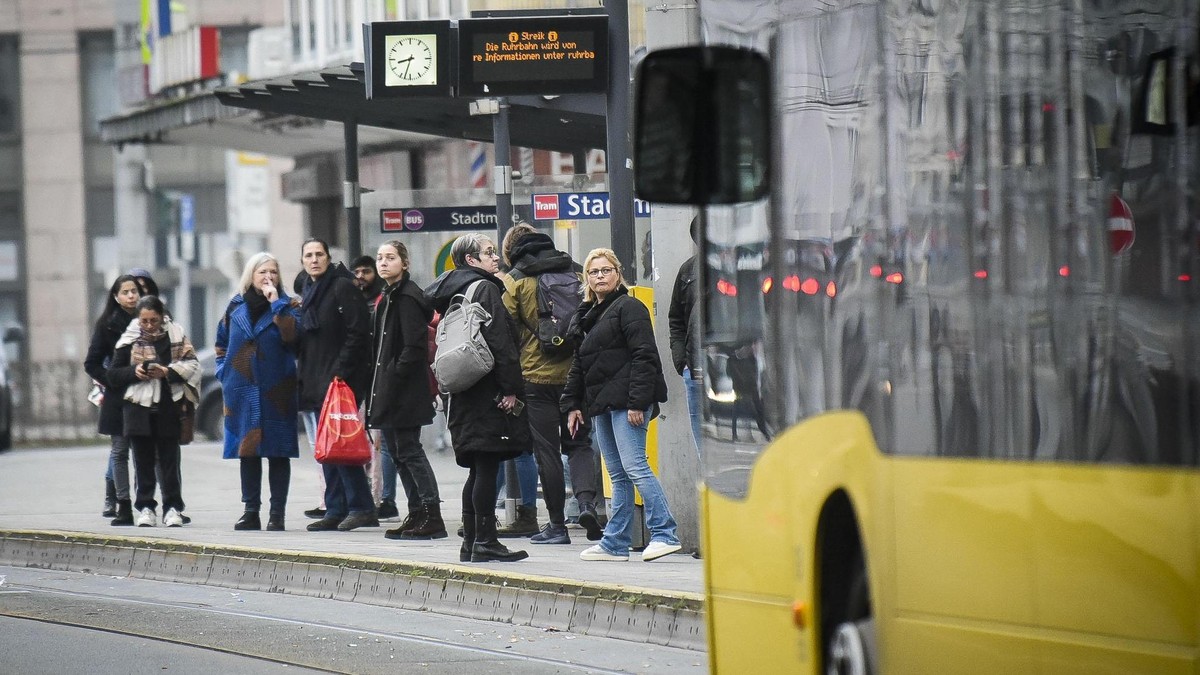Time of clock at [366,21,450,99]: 8:32
